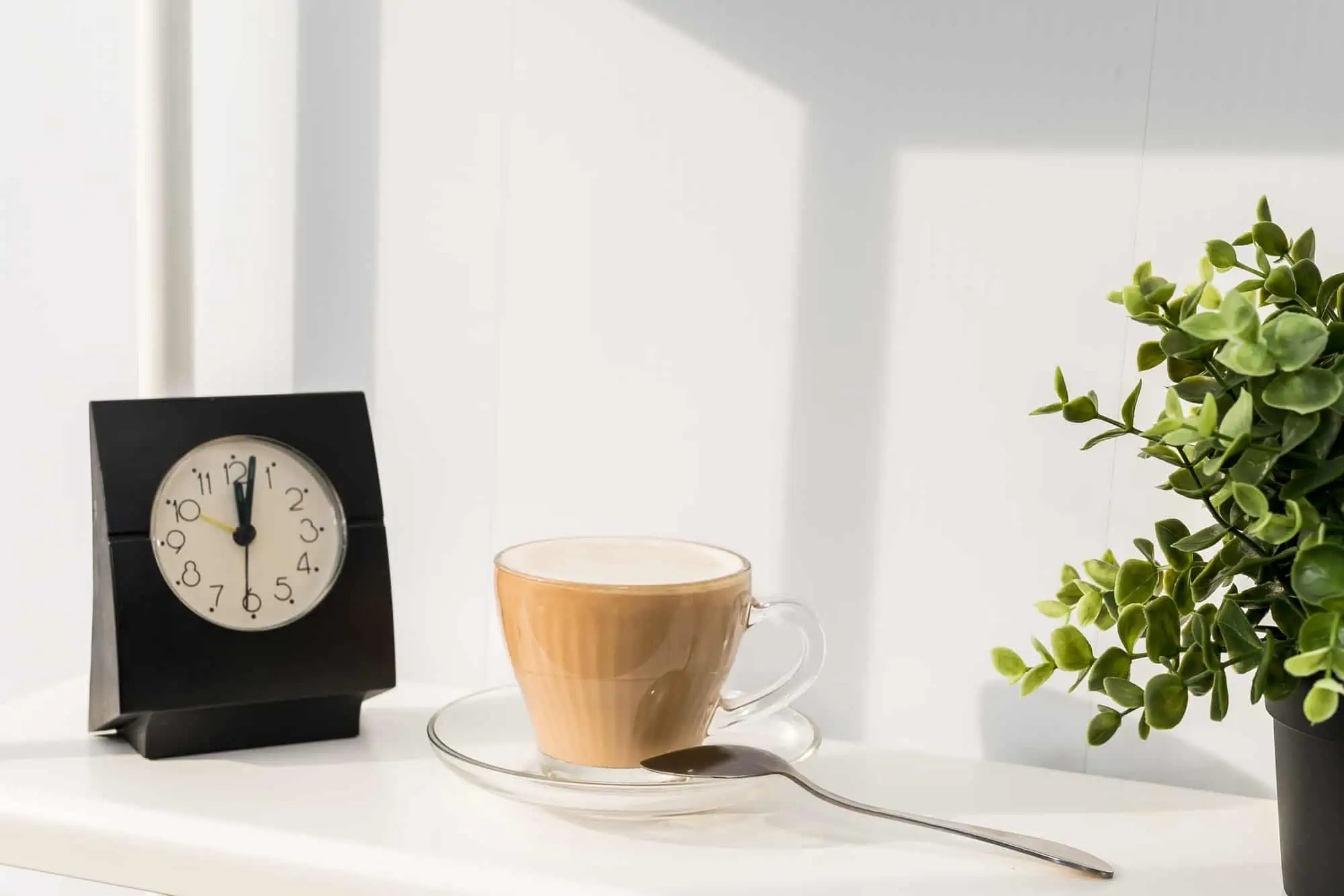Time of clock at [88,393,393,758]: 12:02
